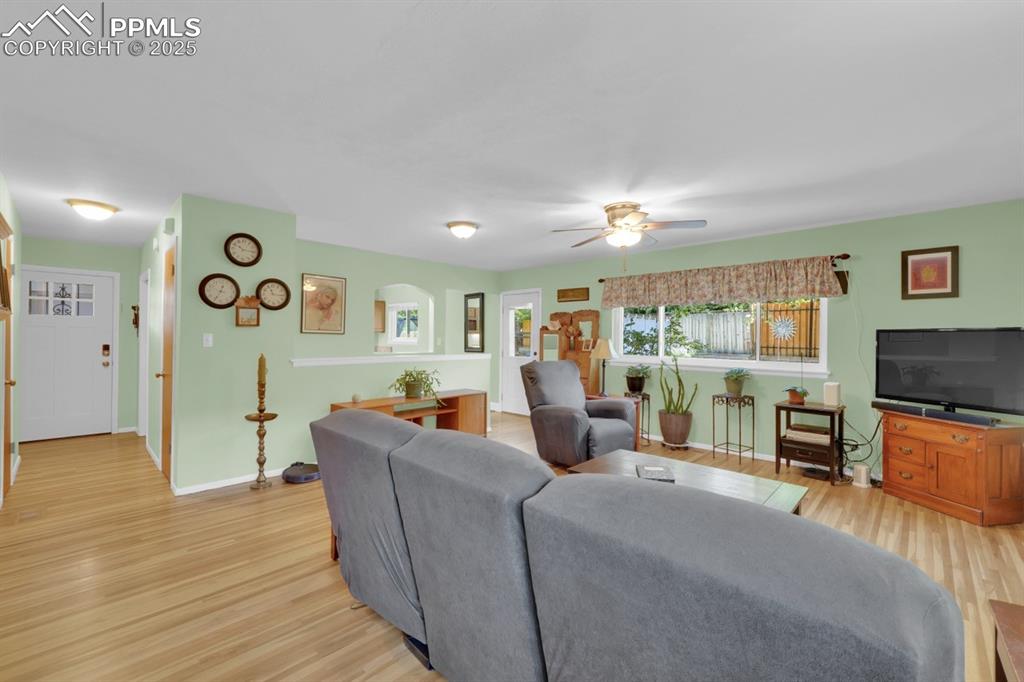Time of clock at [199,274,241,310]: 12:34
